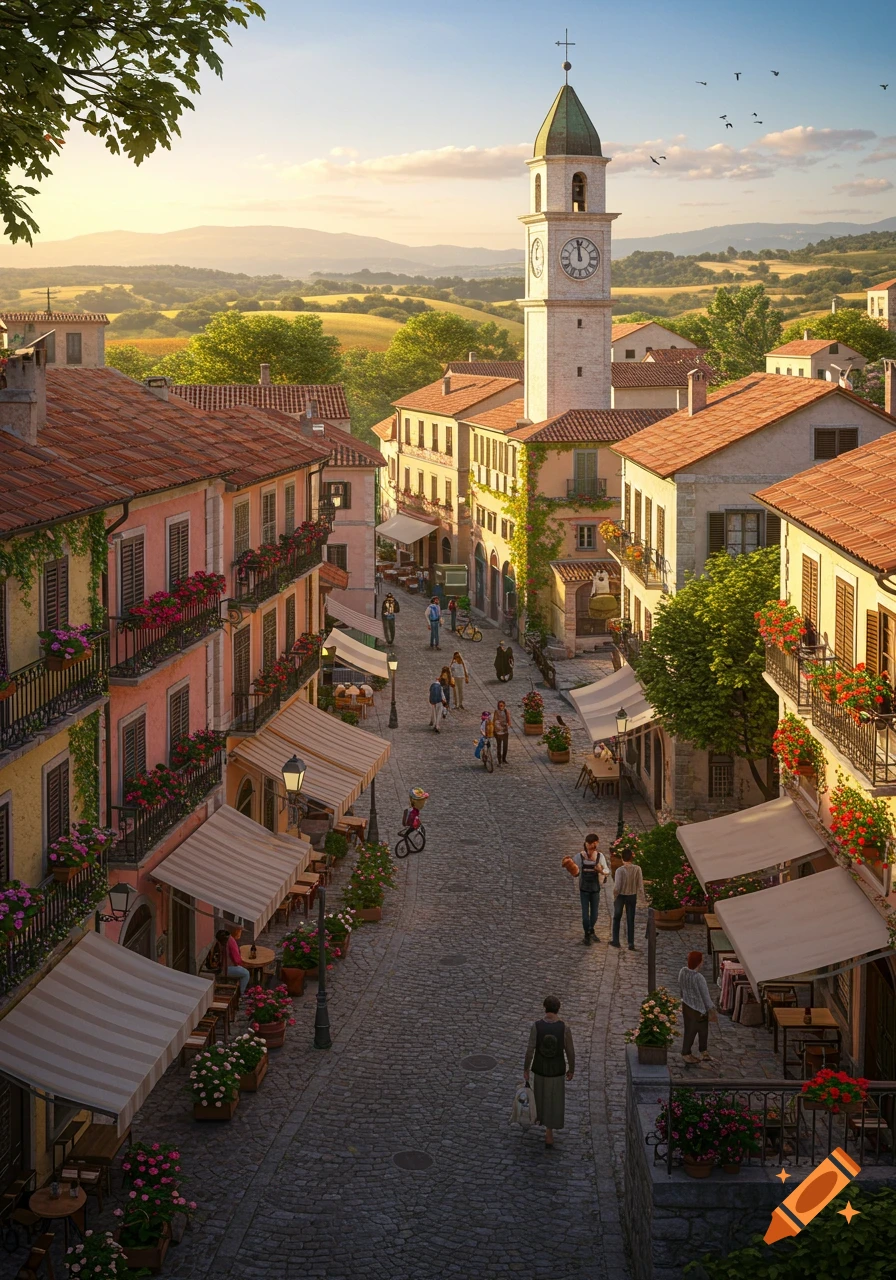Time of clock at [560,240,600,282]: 11:58
